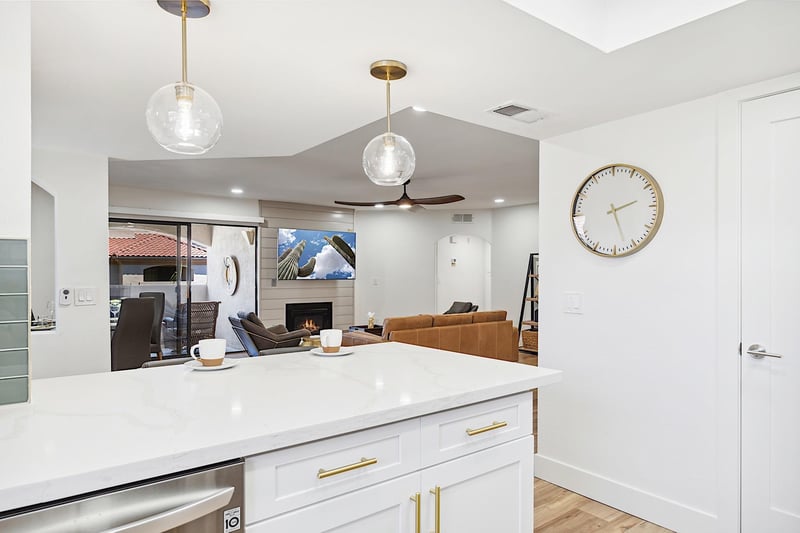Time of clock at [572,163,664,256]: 2:27
